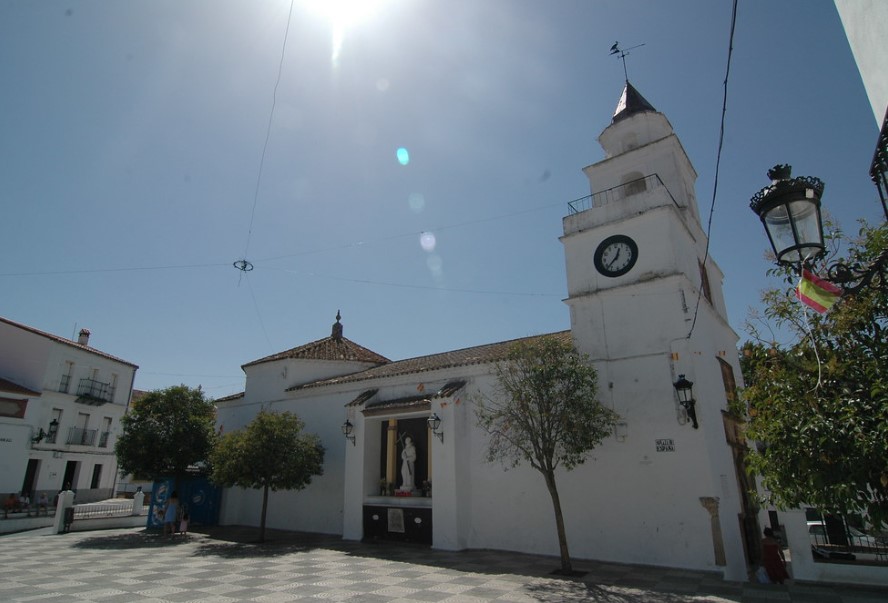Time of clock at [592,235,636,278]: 12:37
